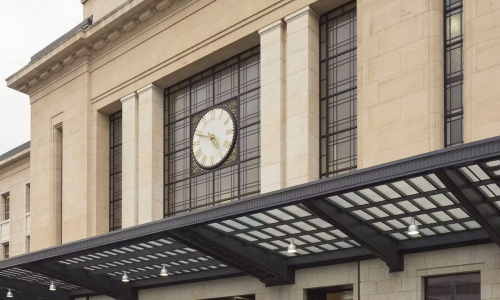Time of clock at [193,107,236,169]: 4:47
